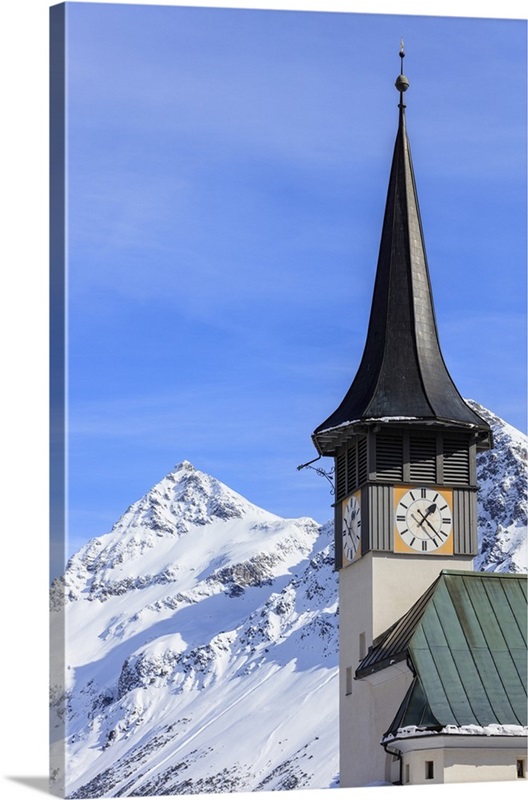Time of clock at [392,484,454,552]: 1:22
